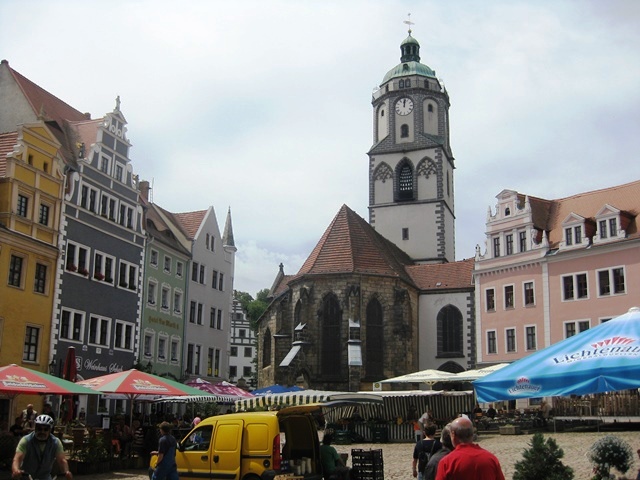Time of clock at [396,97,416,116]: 12:01
